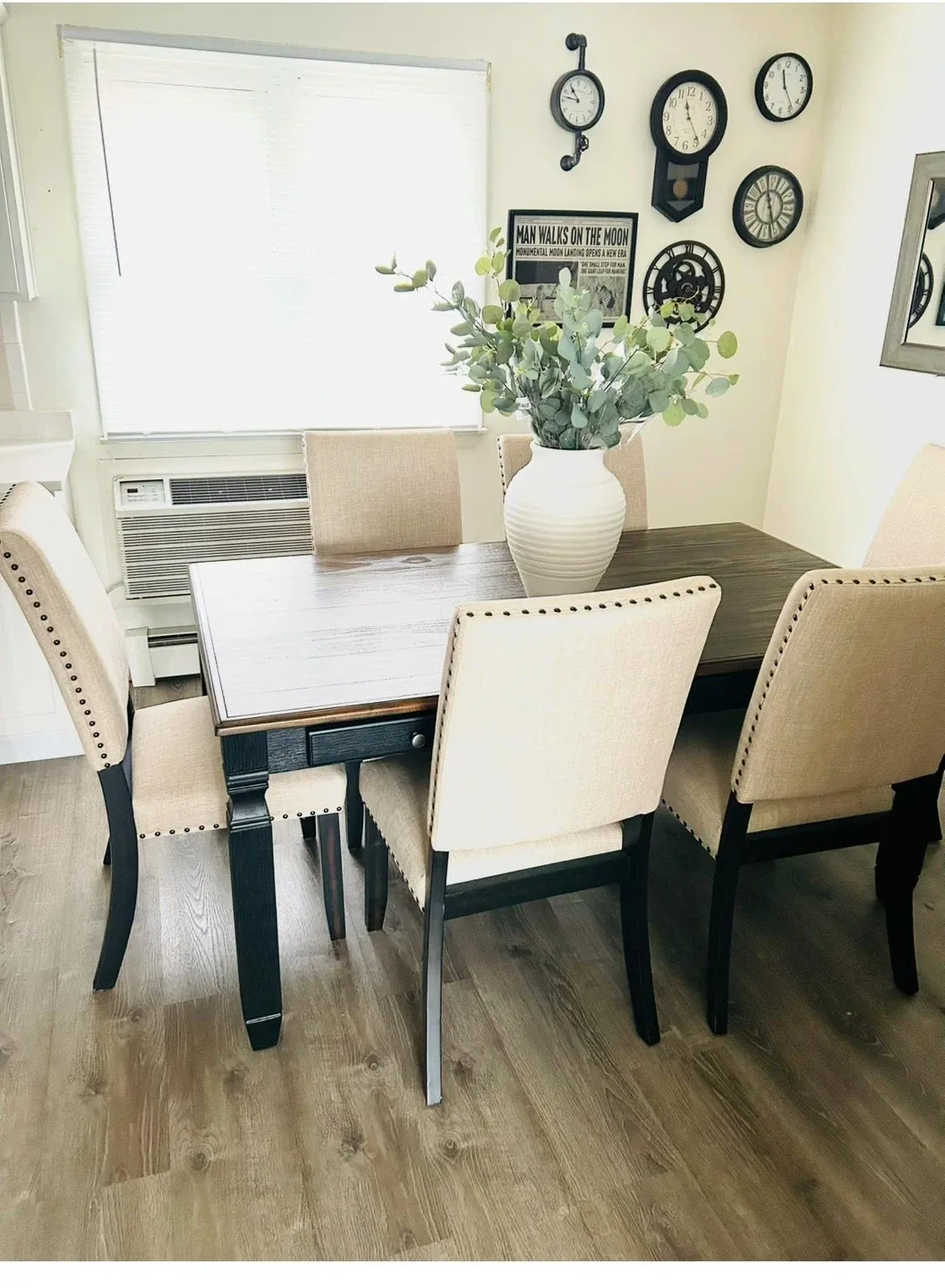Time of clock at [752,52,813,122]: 11:23
